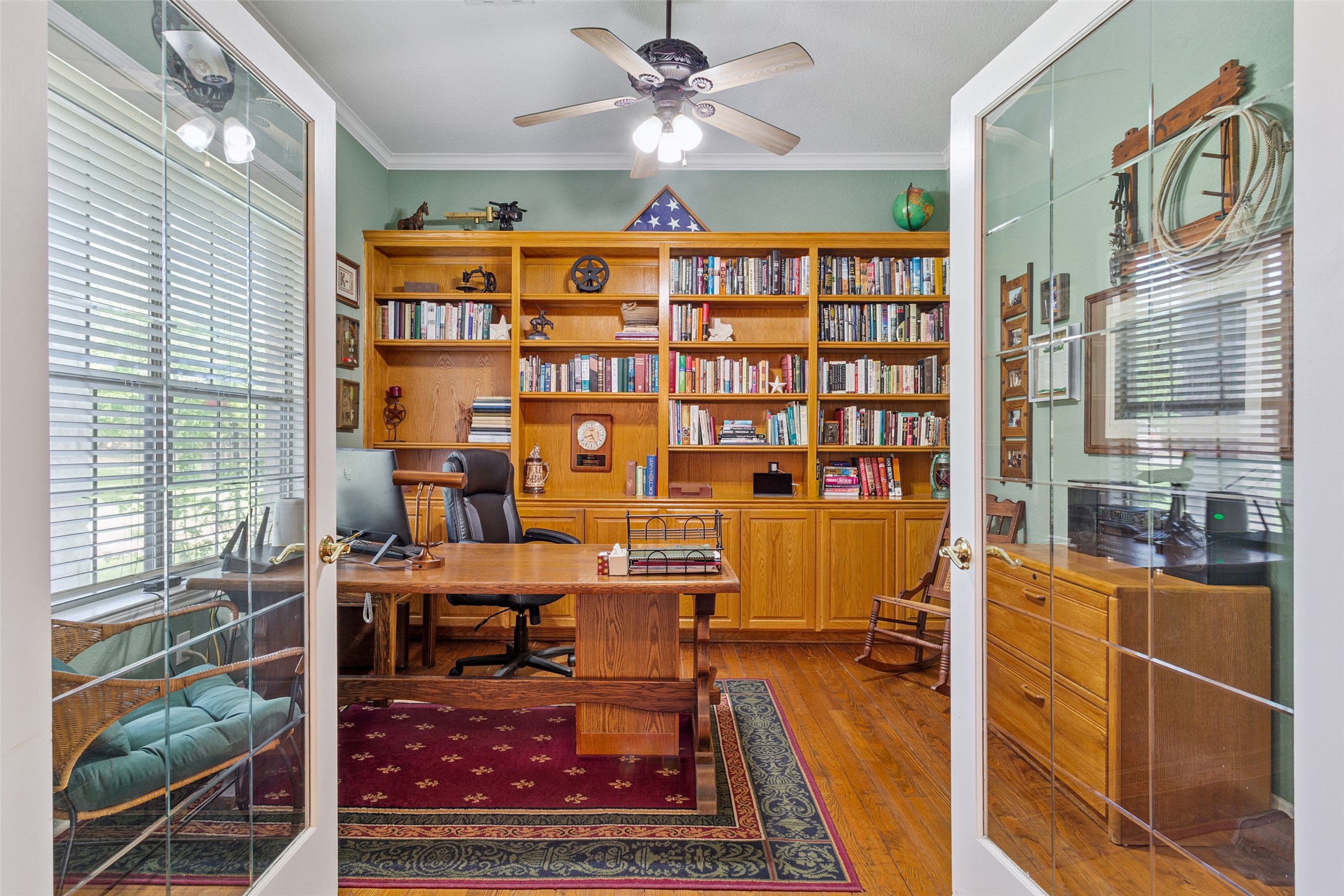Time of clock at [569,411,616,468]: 8:24
